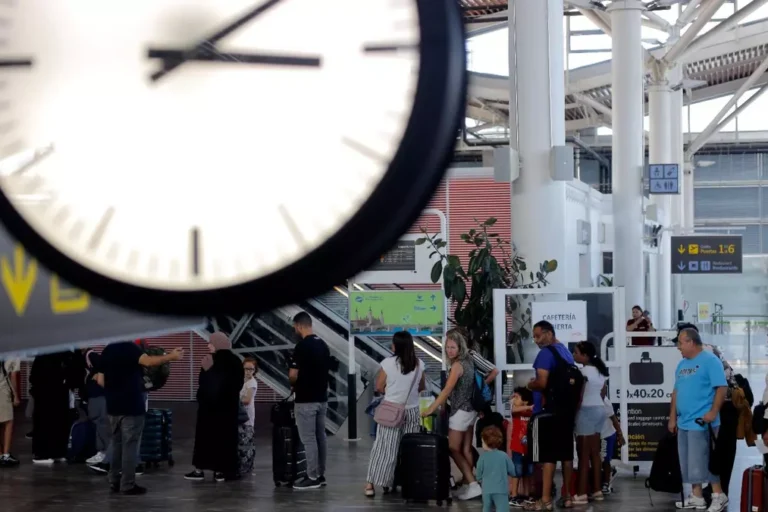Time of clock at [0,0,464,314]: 3:09
